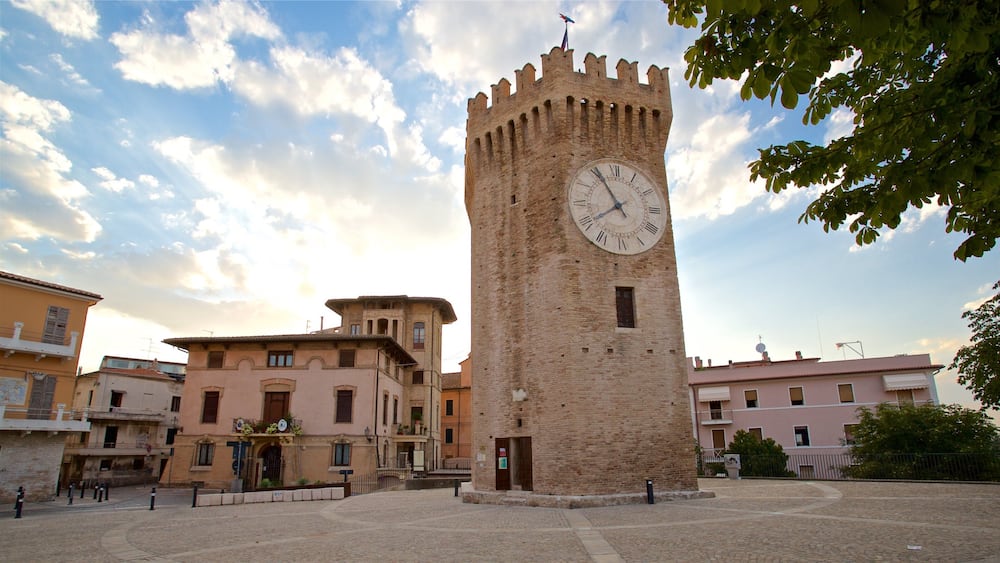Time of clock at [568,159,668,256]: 7:55
